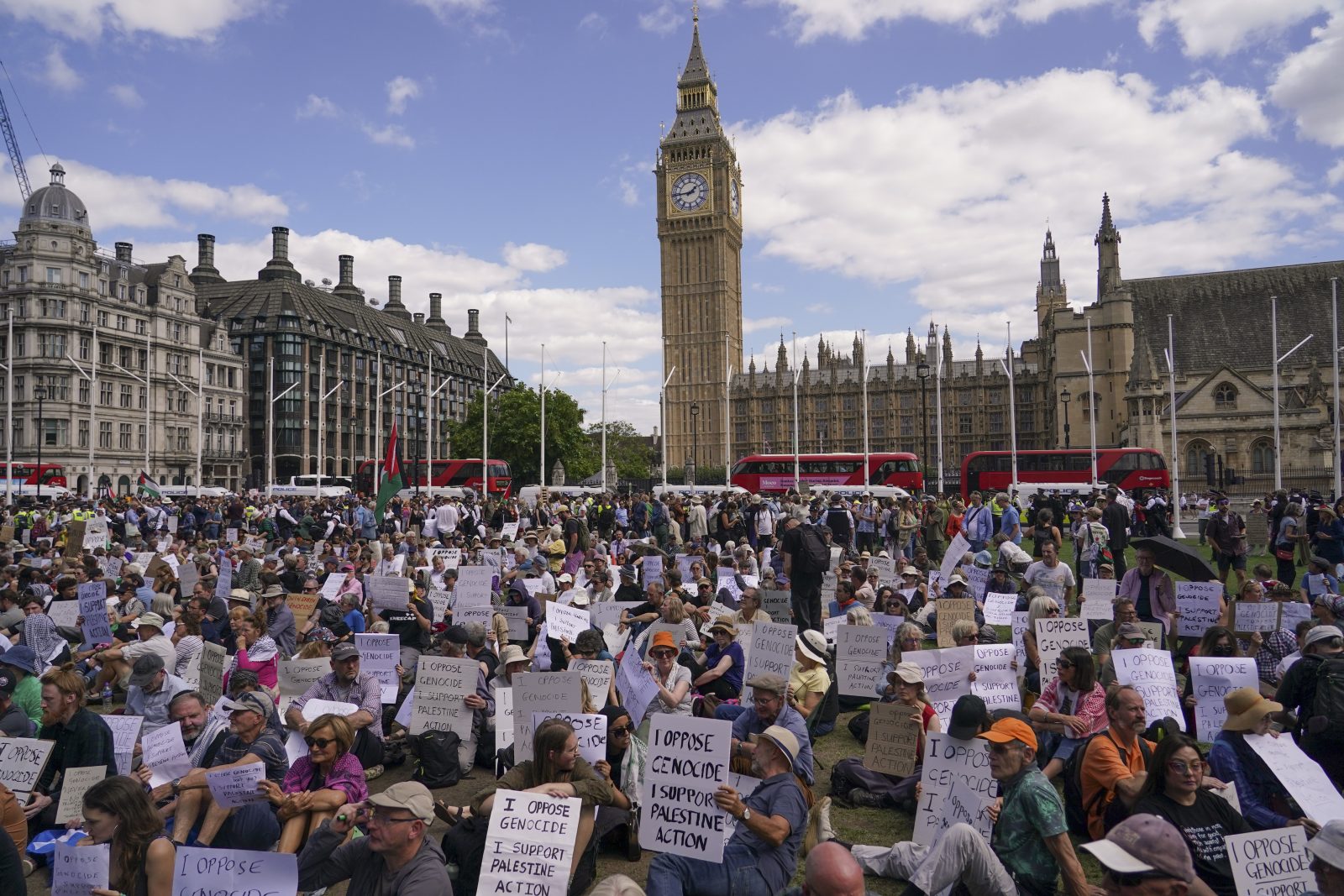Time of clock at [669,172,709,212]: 1:44
